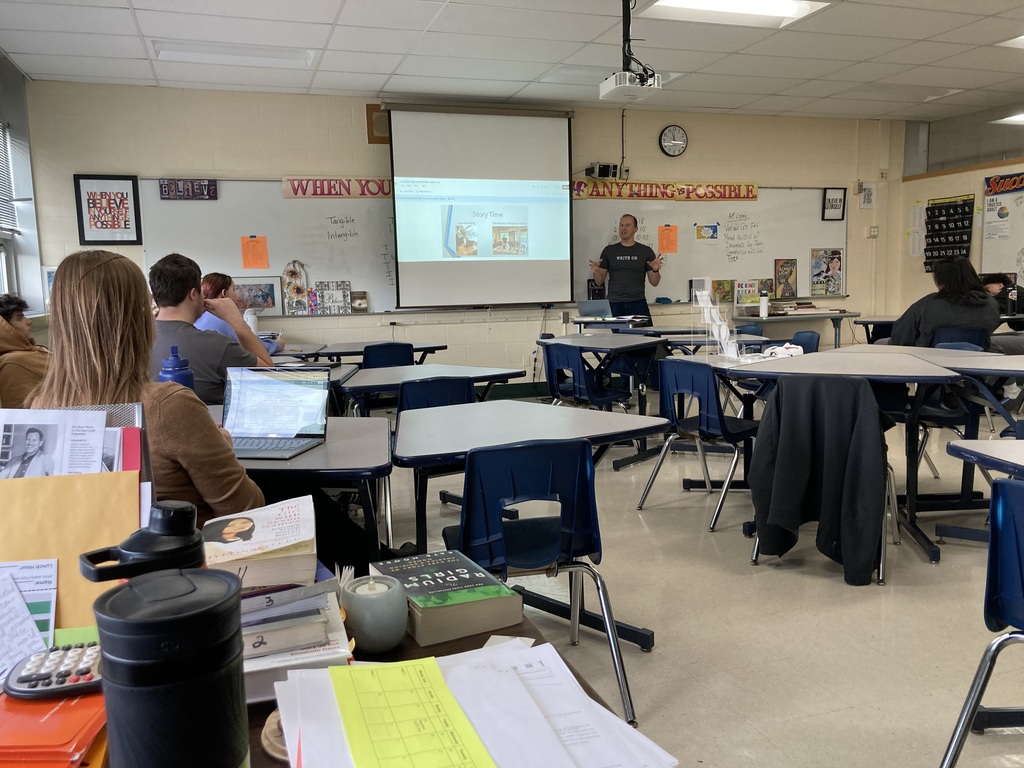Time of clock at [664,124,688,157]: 11:16
